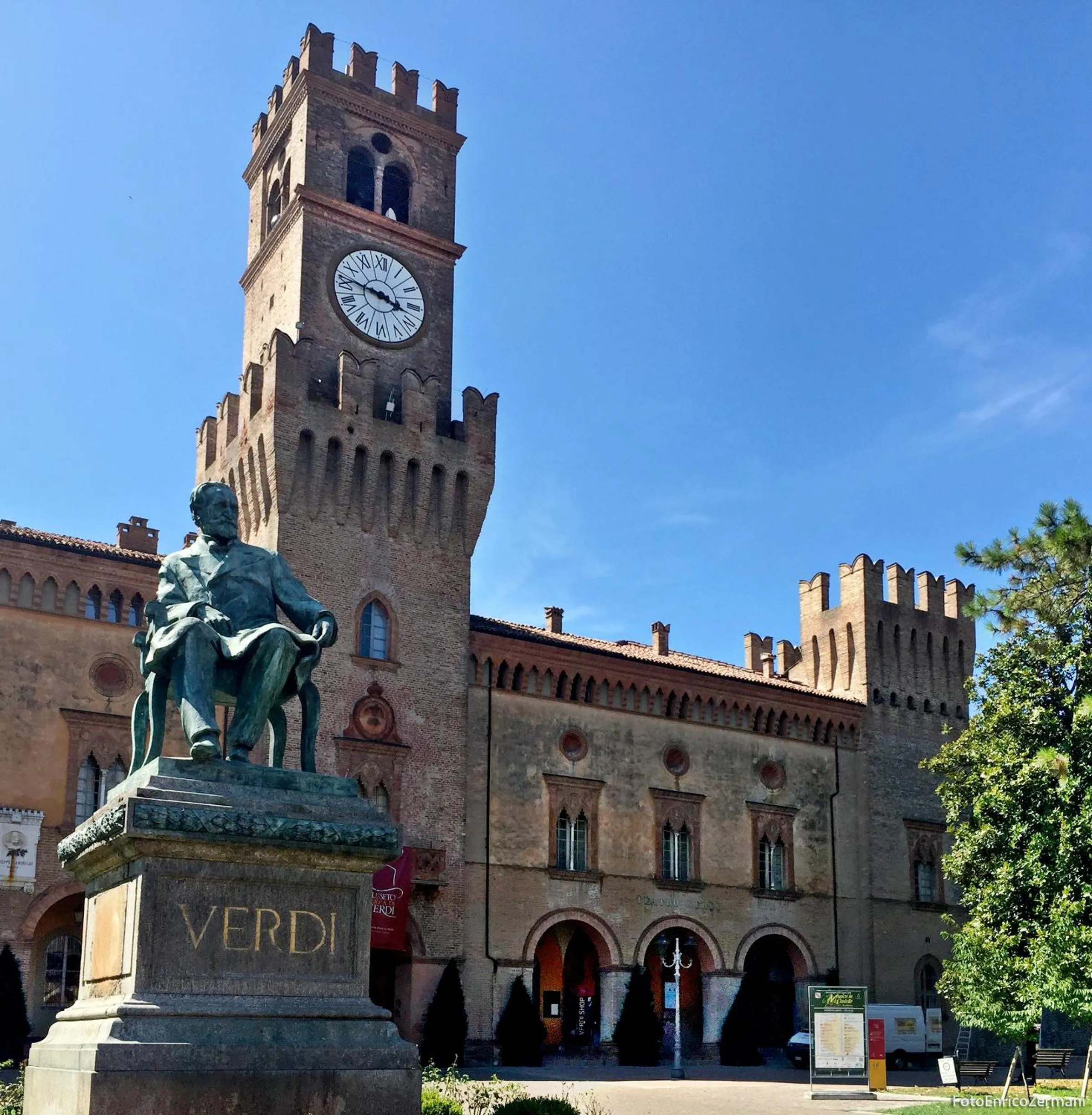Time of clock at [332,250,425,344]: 3:46
